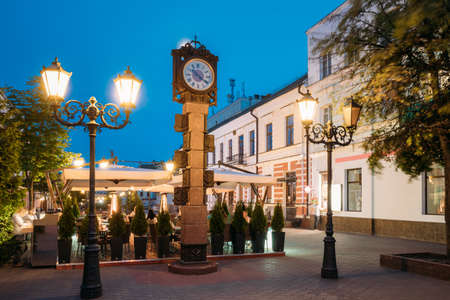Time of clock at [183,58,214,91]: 10:20
